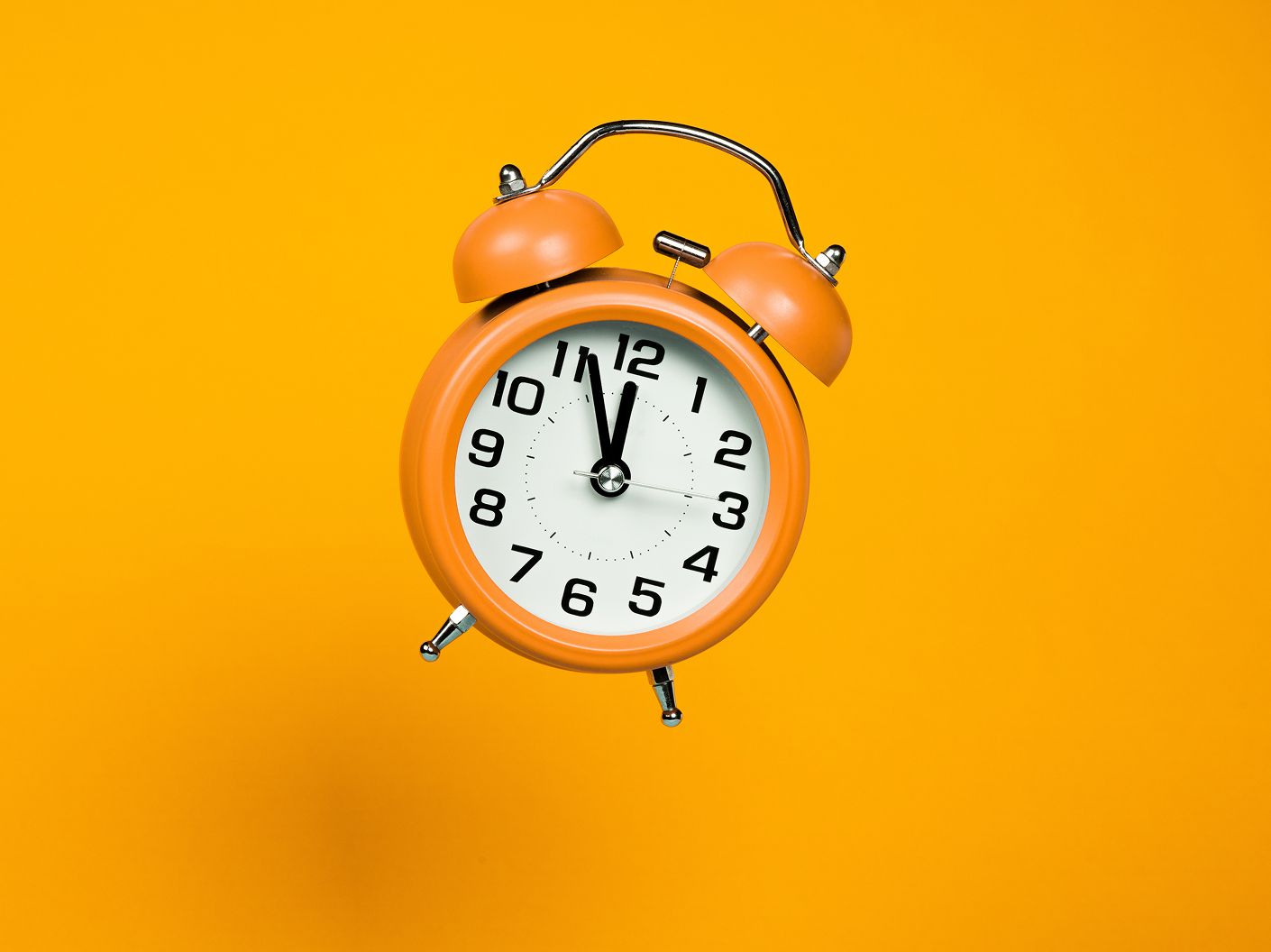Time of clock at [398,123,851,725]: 11:56
